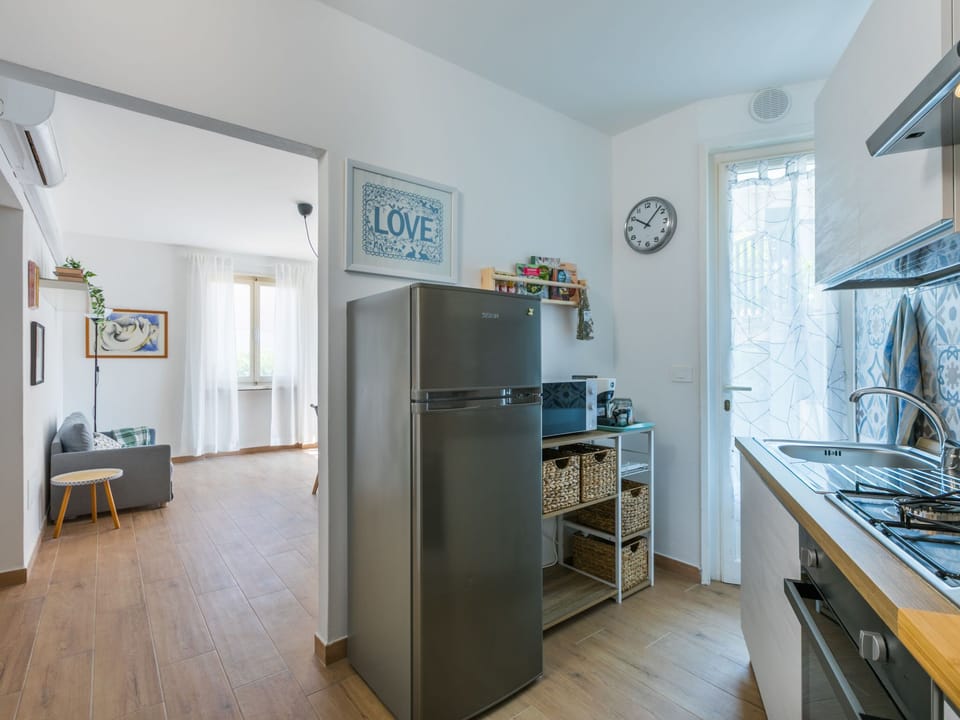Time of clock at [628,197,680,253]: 10:07
